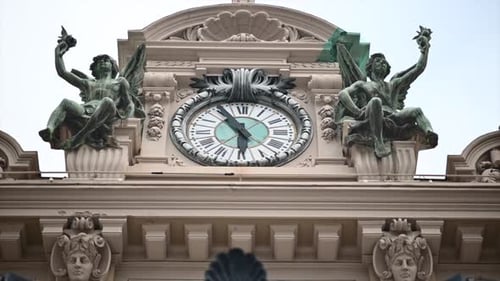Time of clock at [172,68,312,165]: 5:55
